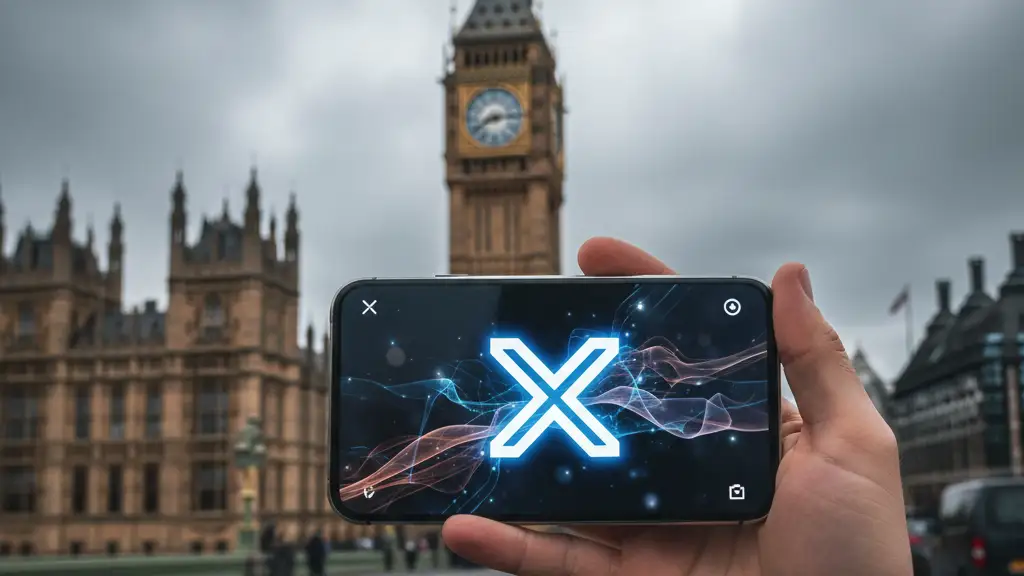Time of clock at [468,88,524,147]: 8:14
